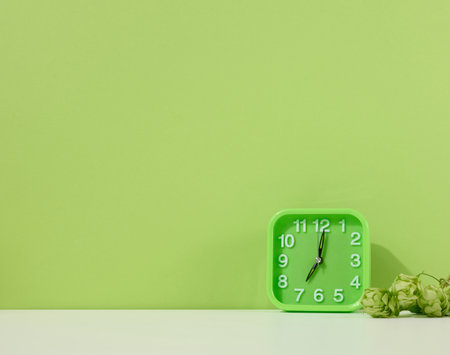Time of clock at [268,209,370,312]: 7:00
